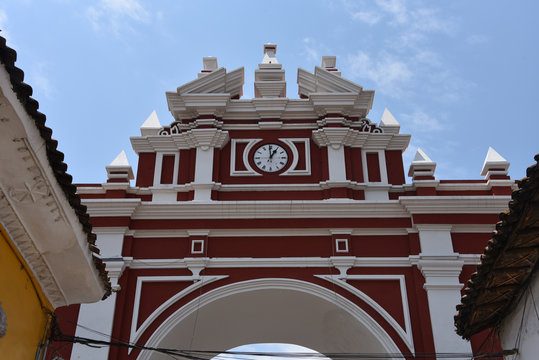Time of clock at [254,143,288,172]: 12:59
